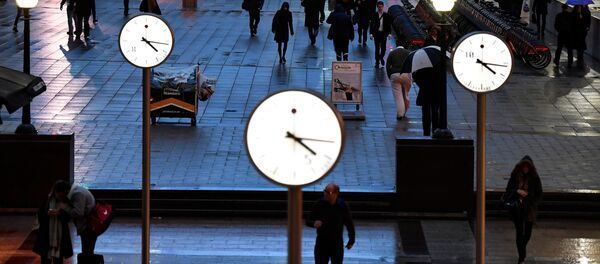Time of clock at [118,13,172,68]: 4:16
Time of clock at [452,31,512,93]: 4:16
